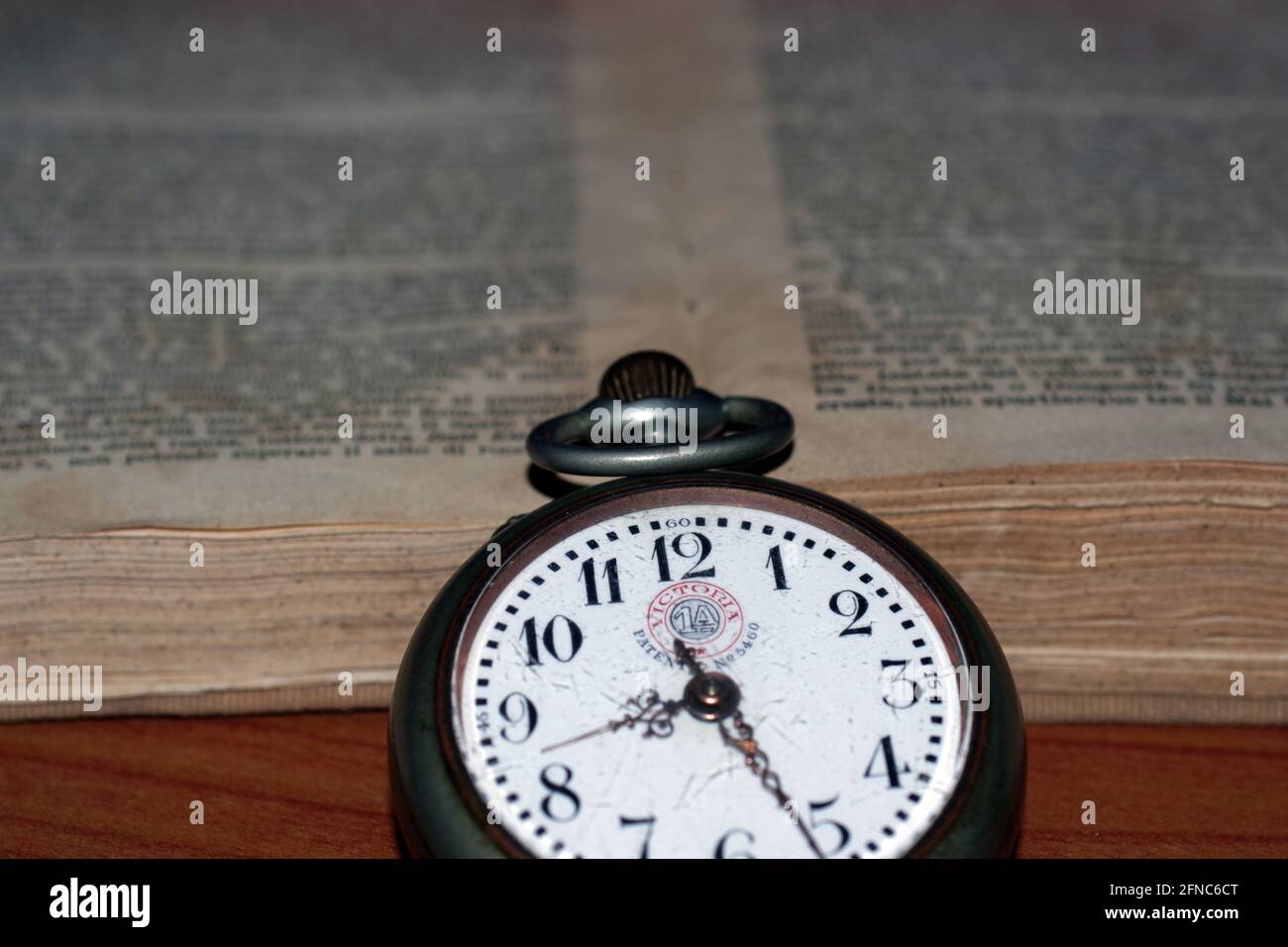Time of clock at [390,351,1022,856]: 8:26
